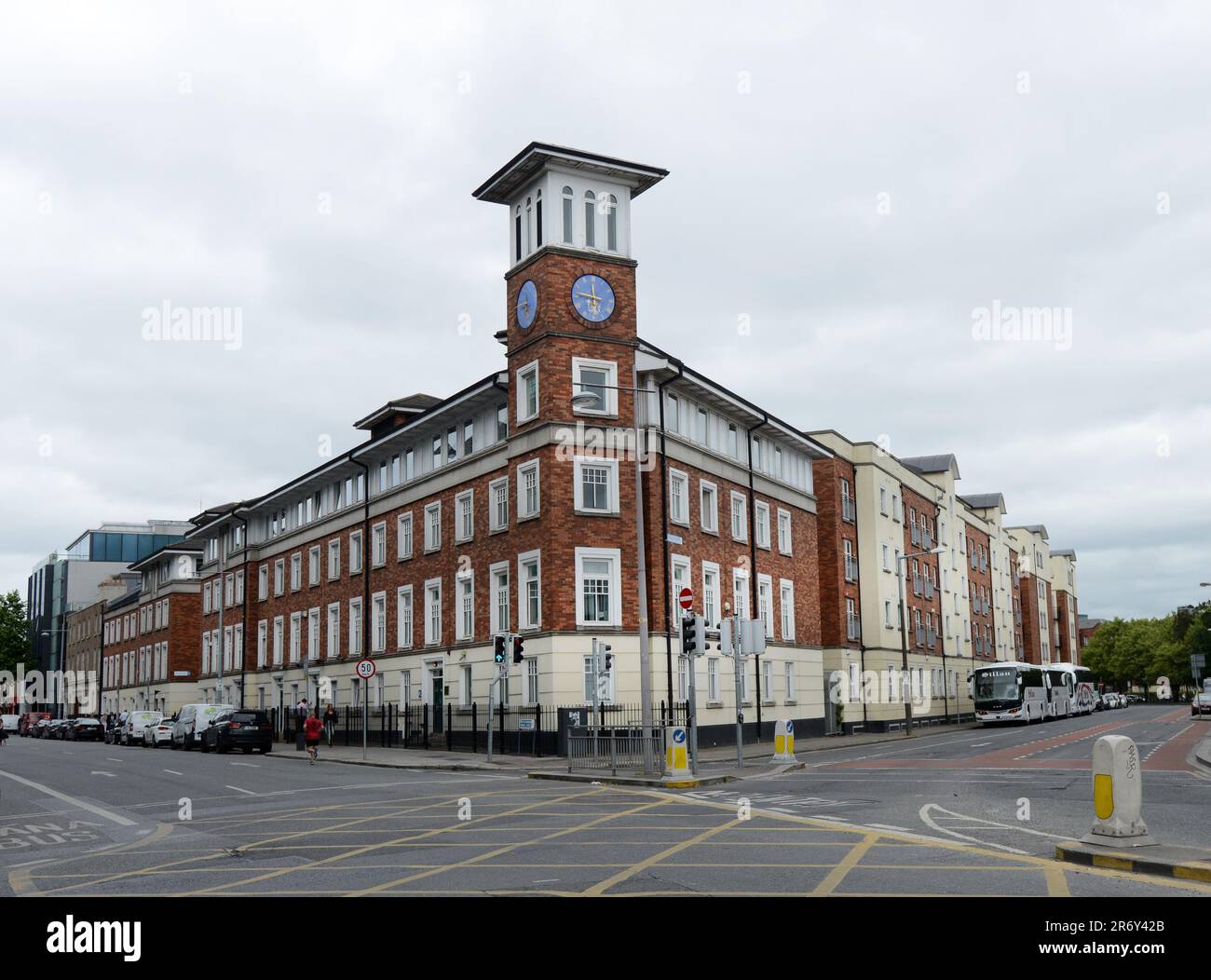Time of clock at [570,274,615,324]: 11:46
